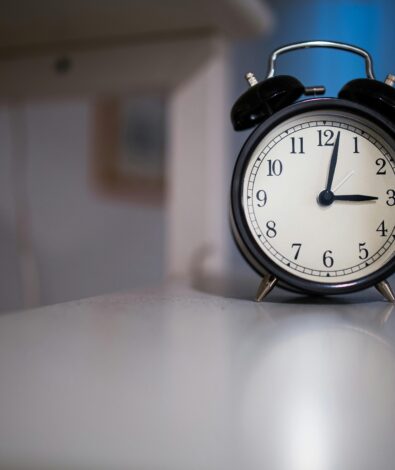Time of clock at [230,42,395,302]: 3:02
